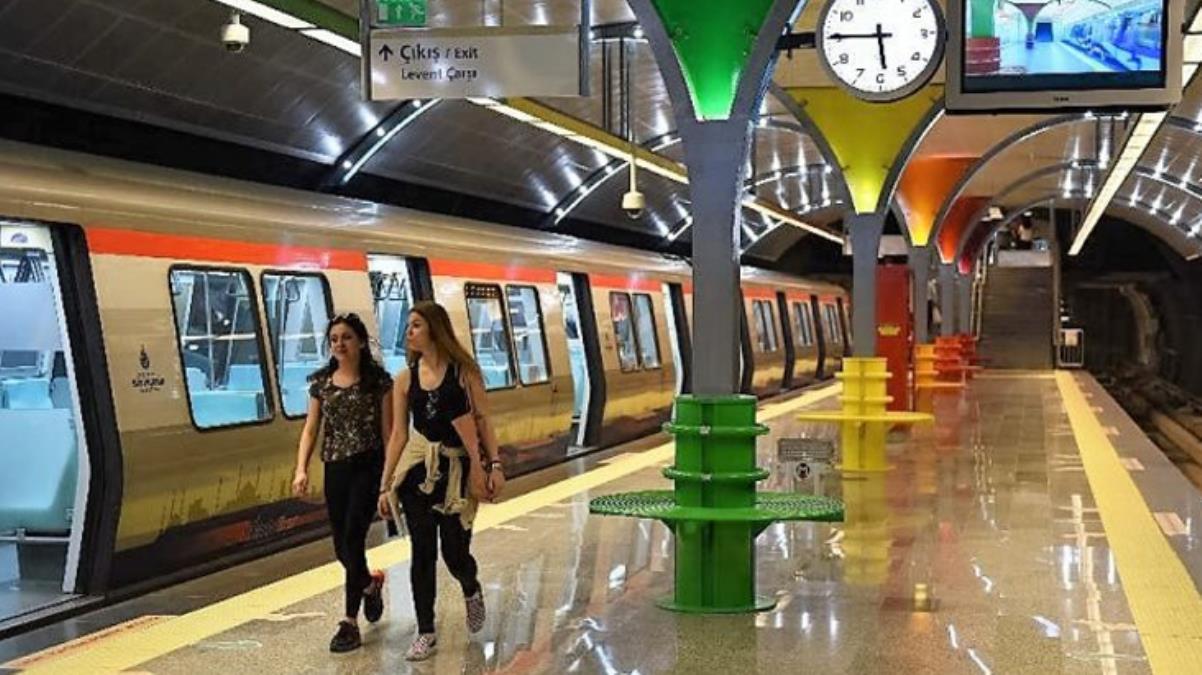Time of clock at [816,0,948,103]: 5:45
